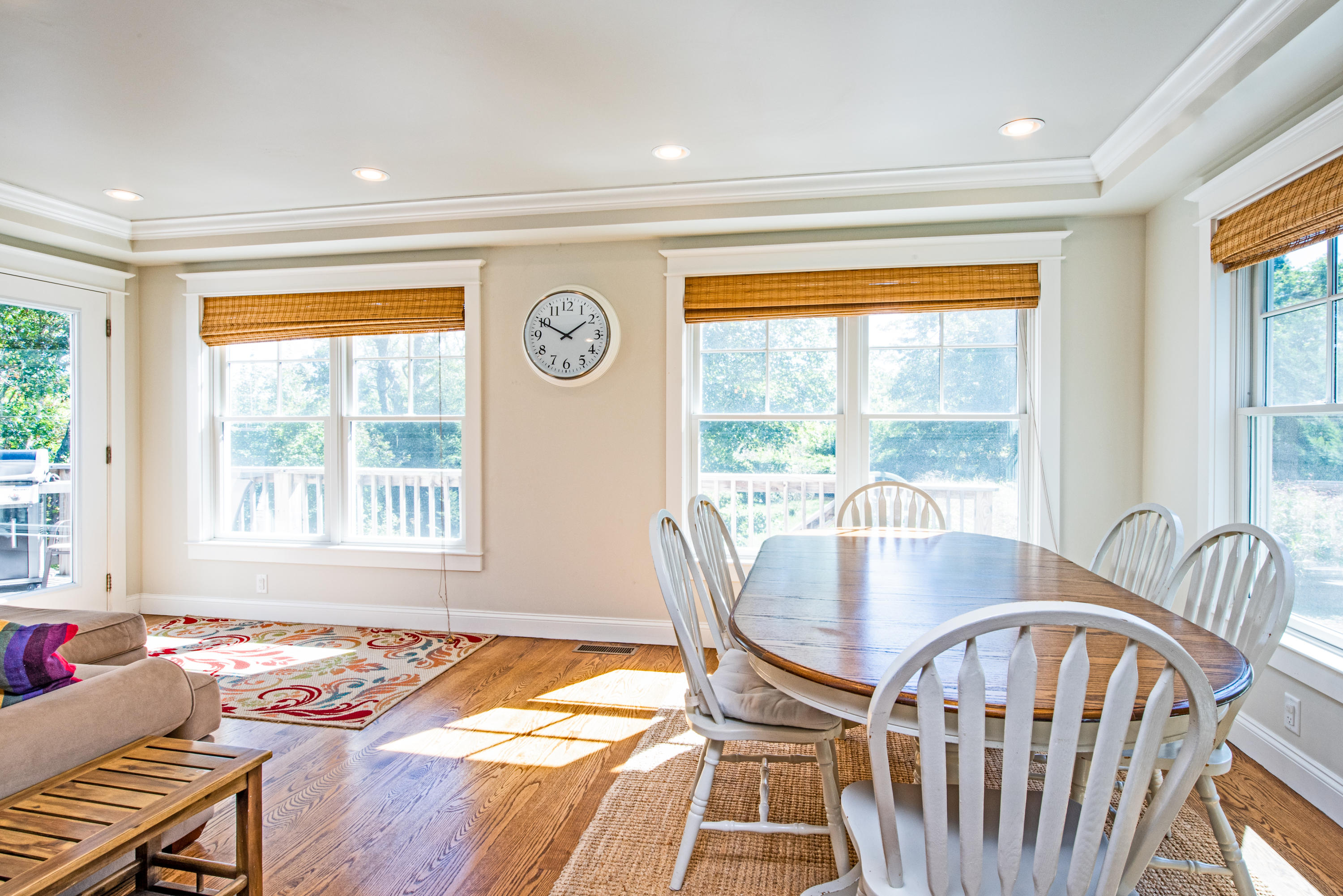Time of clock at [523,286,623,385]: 1:49
